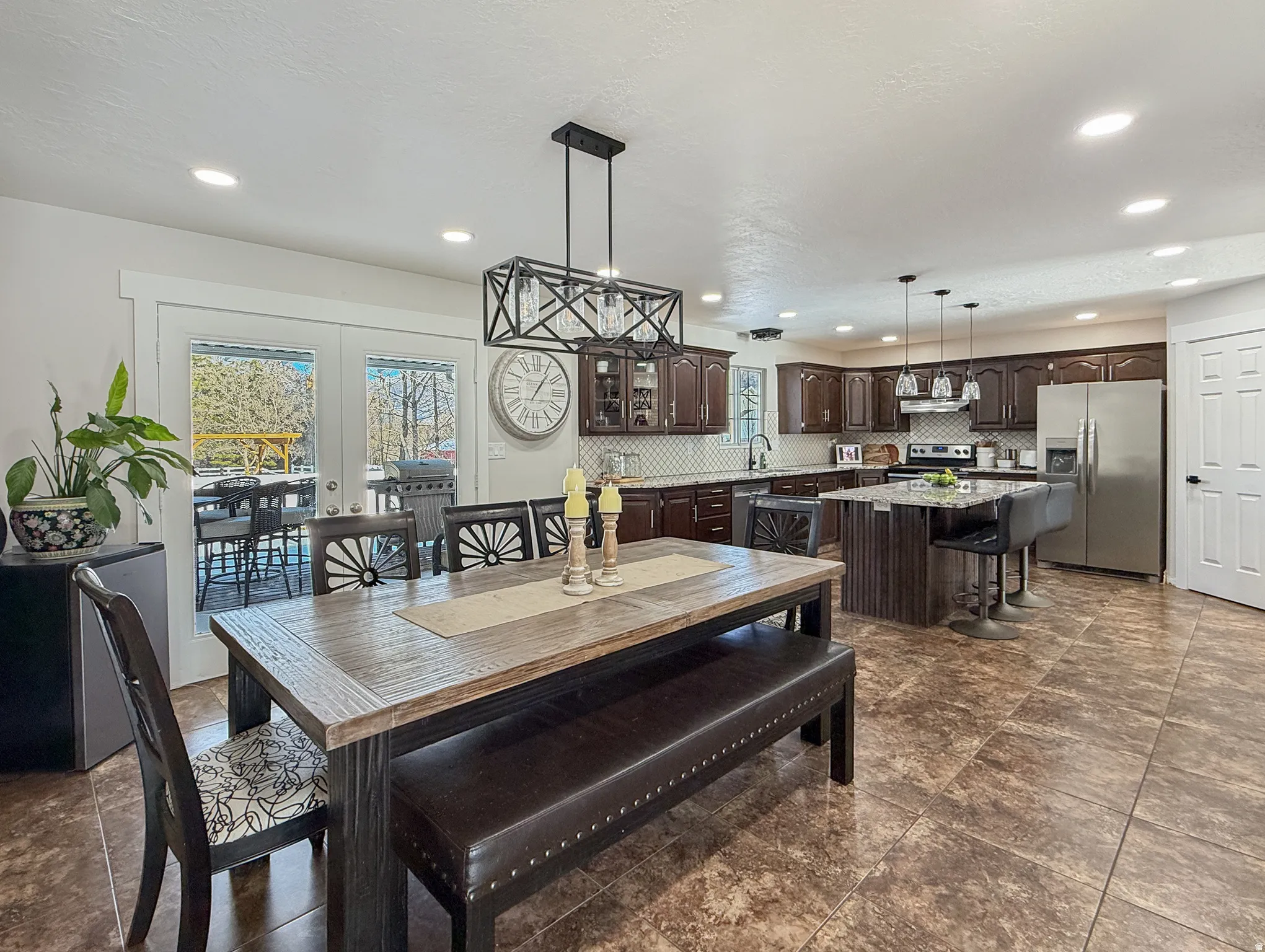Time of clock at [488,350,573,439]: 1:05
